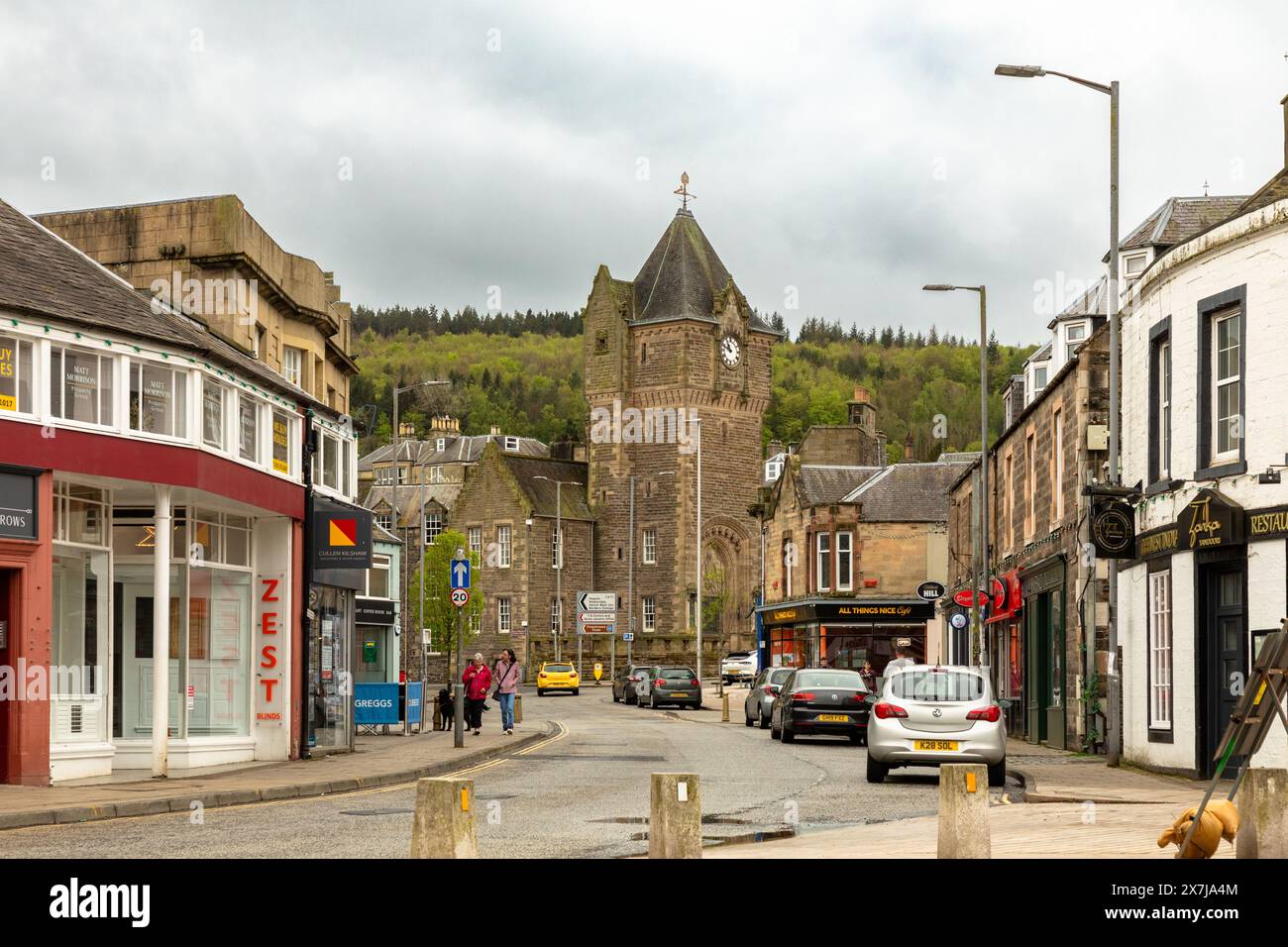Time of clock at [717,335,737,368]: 10:48
